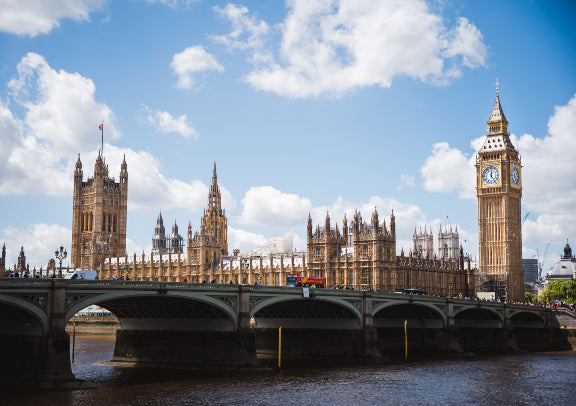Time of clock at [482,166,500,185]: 12:24
